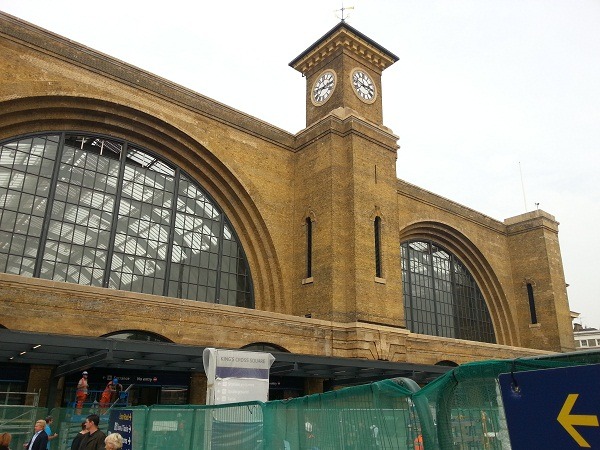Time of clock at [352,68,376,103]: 2:46
